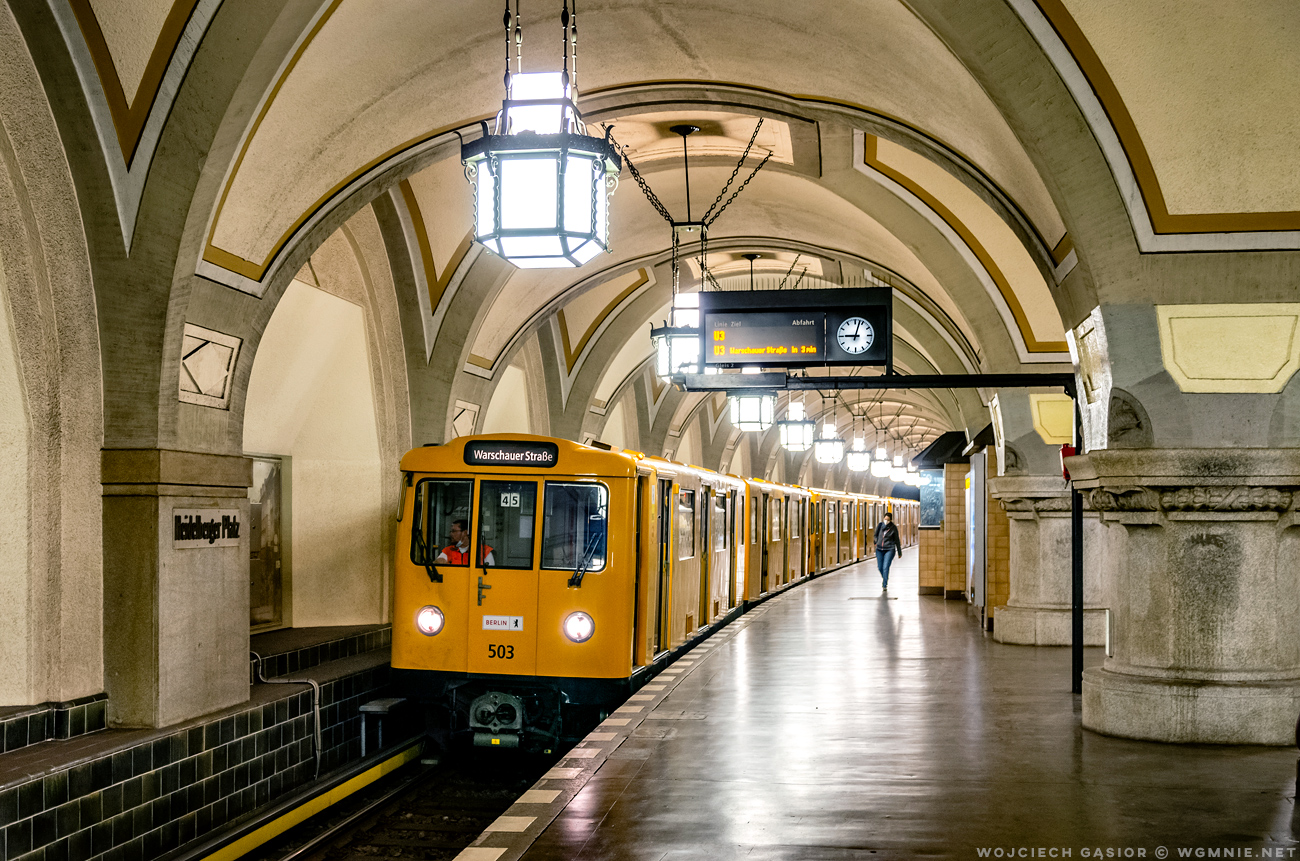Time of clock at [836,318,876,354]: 9:02
